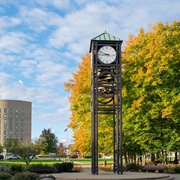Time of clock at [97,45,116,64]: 8:48
